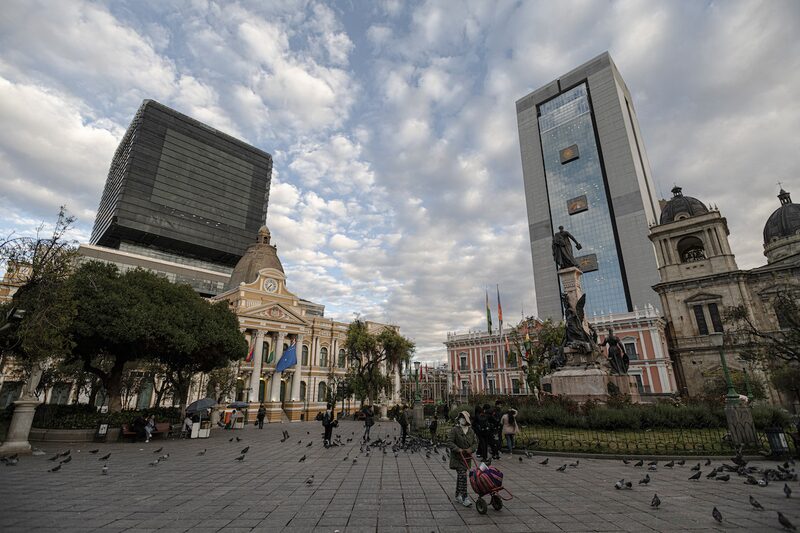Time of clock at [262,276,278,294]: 7:37
